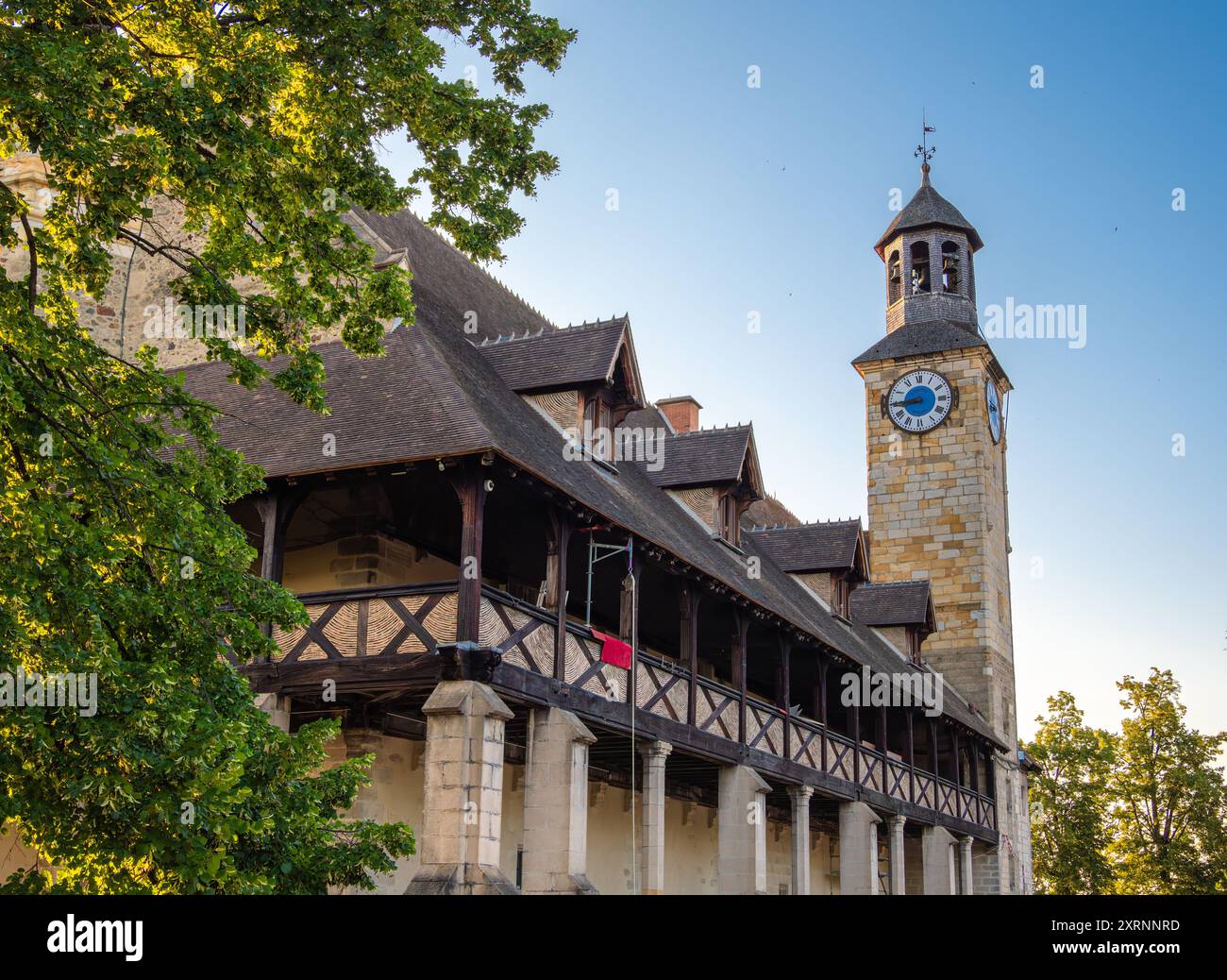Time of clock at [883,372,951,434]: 8:44
